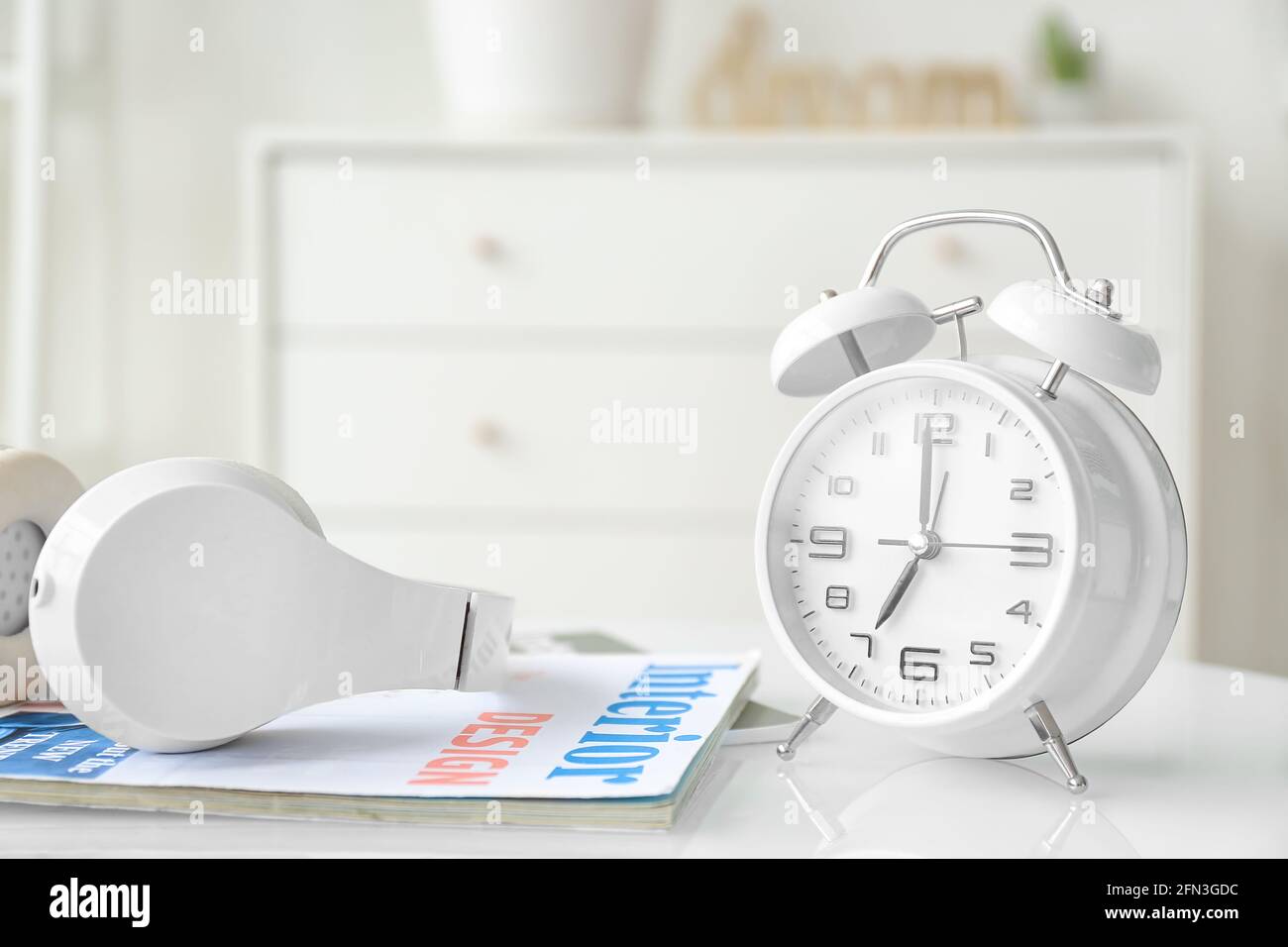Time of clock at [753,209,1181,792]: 6:59
